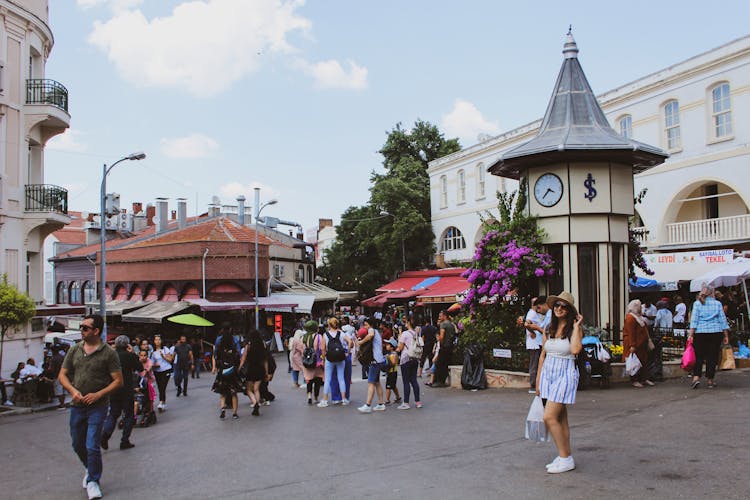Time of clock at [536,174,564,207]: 3:37
